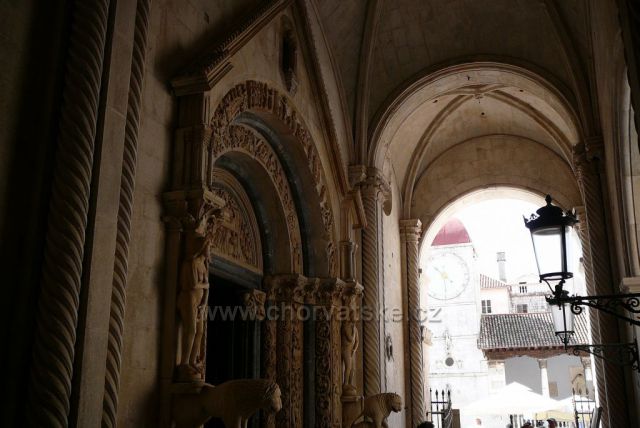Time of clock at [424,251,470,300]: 4:29
